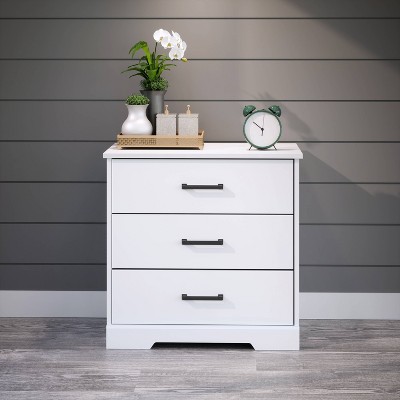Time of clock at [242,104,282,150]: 5:51
